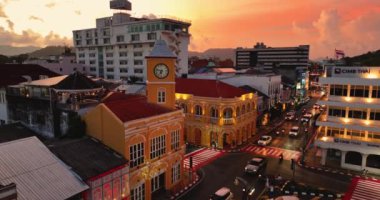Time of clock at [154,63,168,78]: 6:47
